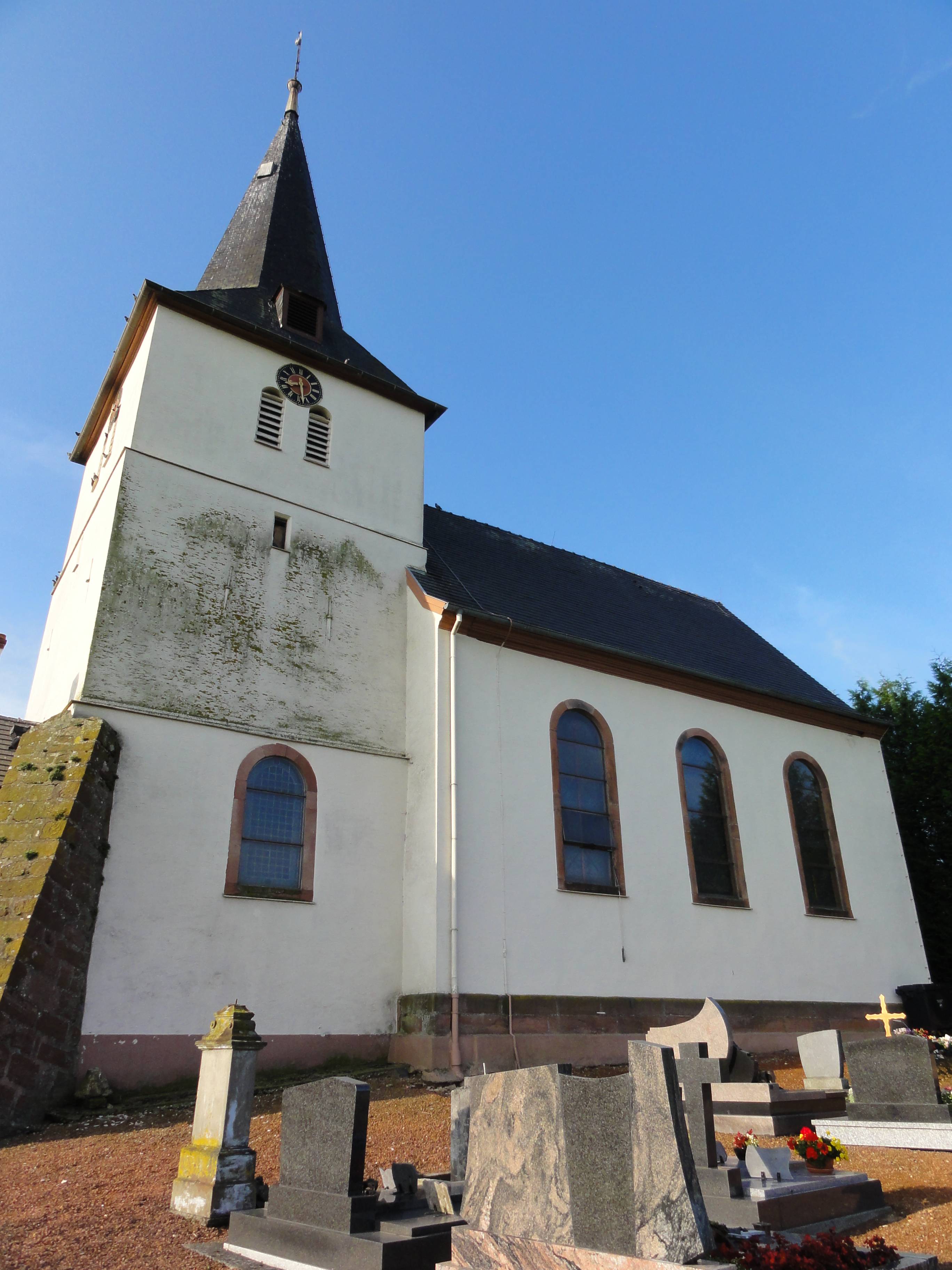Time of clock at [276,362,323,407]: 8:28
